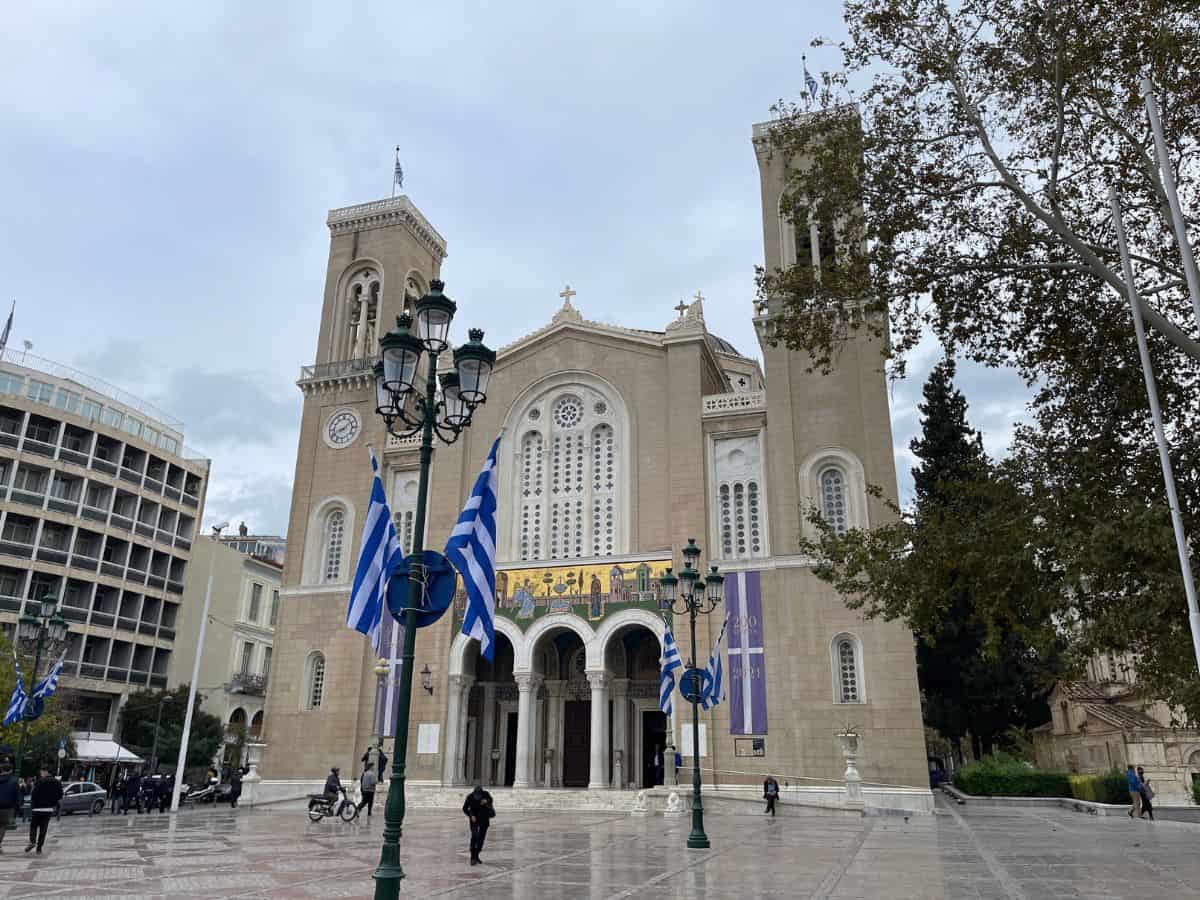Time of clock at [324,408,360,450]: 8:09
